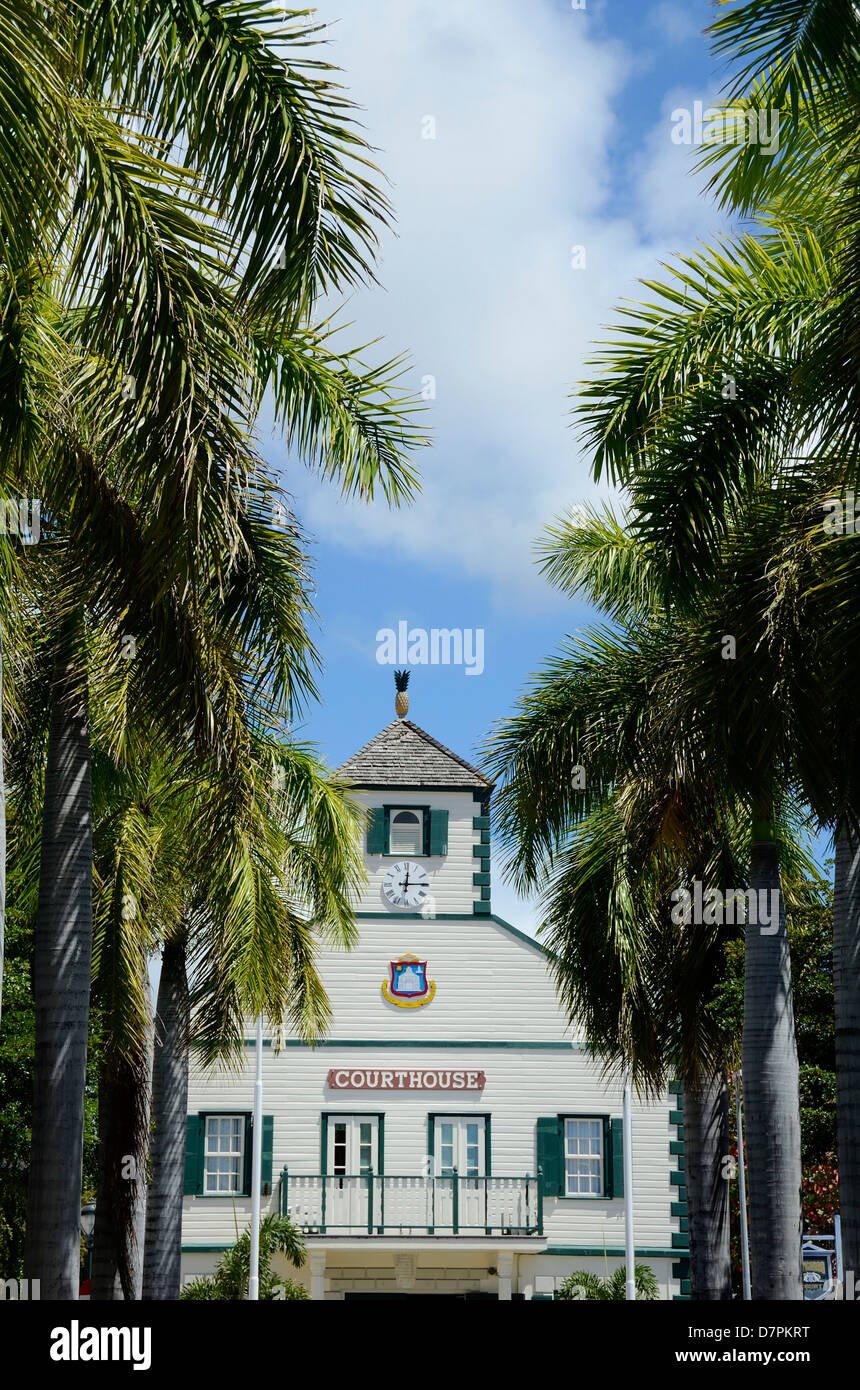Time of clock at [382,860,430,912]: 12:14
